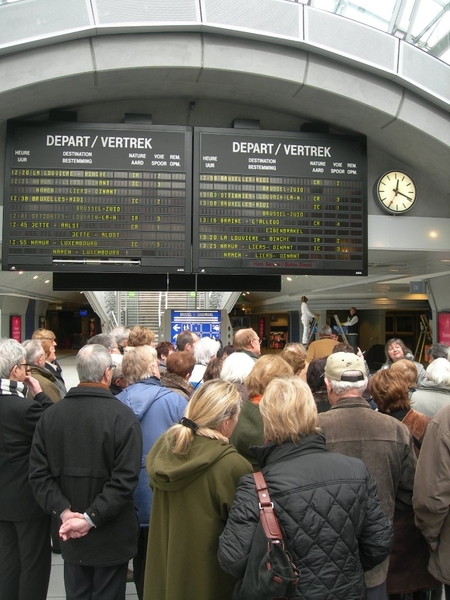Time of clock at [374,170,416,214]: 12:19
